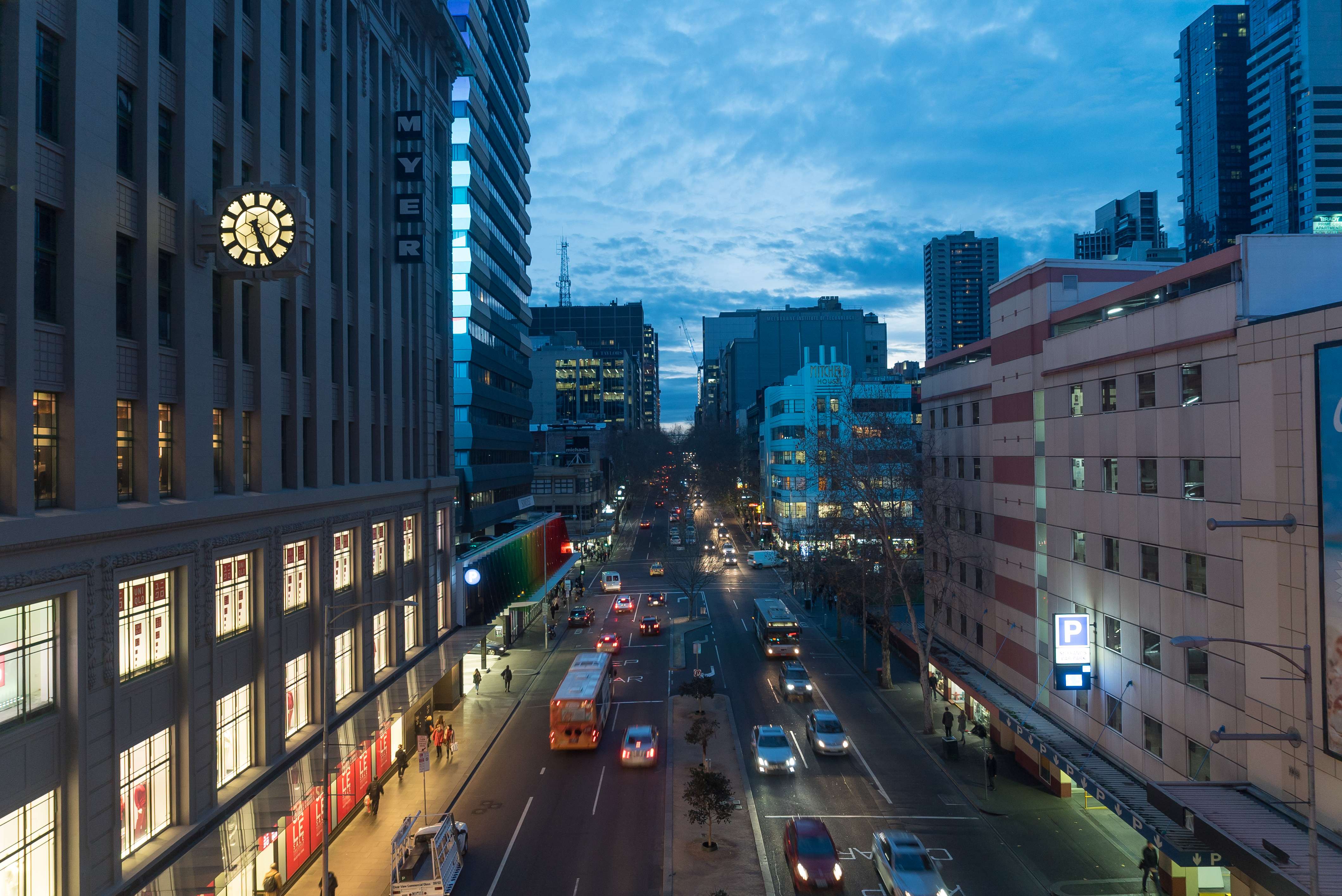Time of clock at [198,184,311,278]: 5:26
